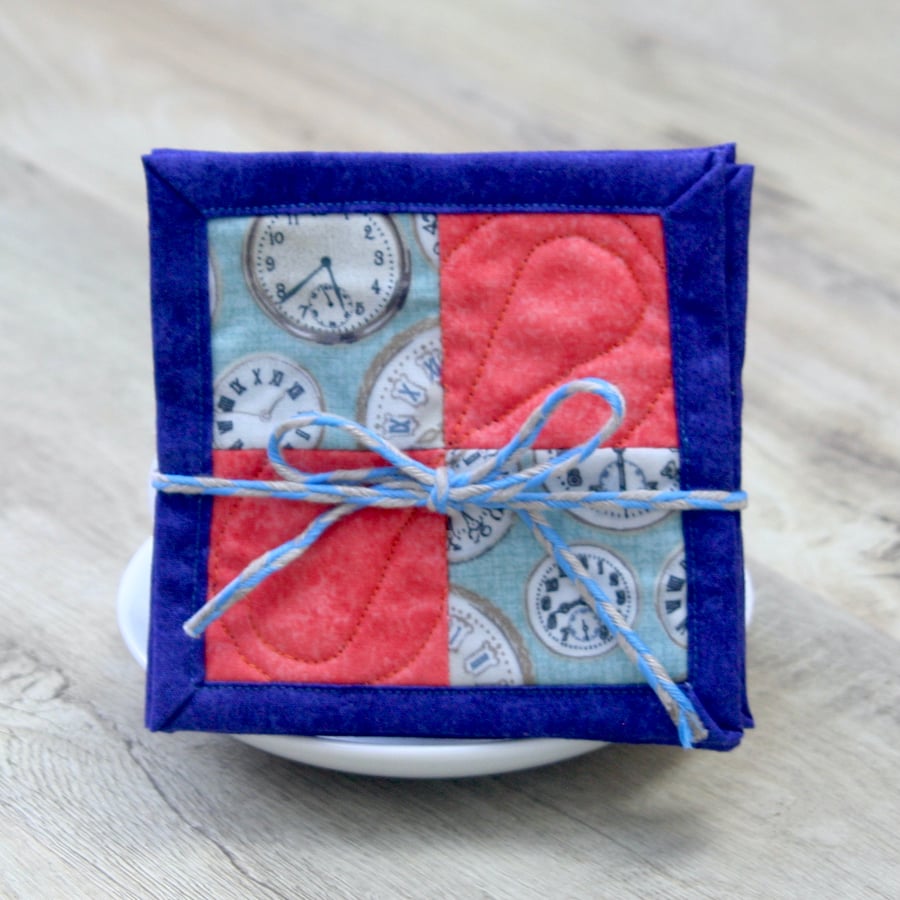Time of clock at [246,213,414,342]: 5:38
